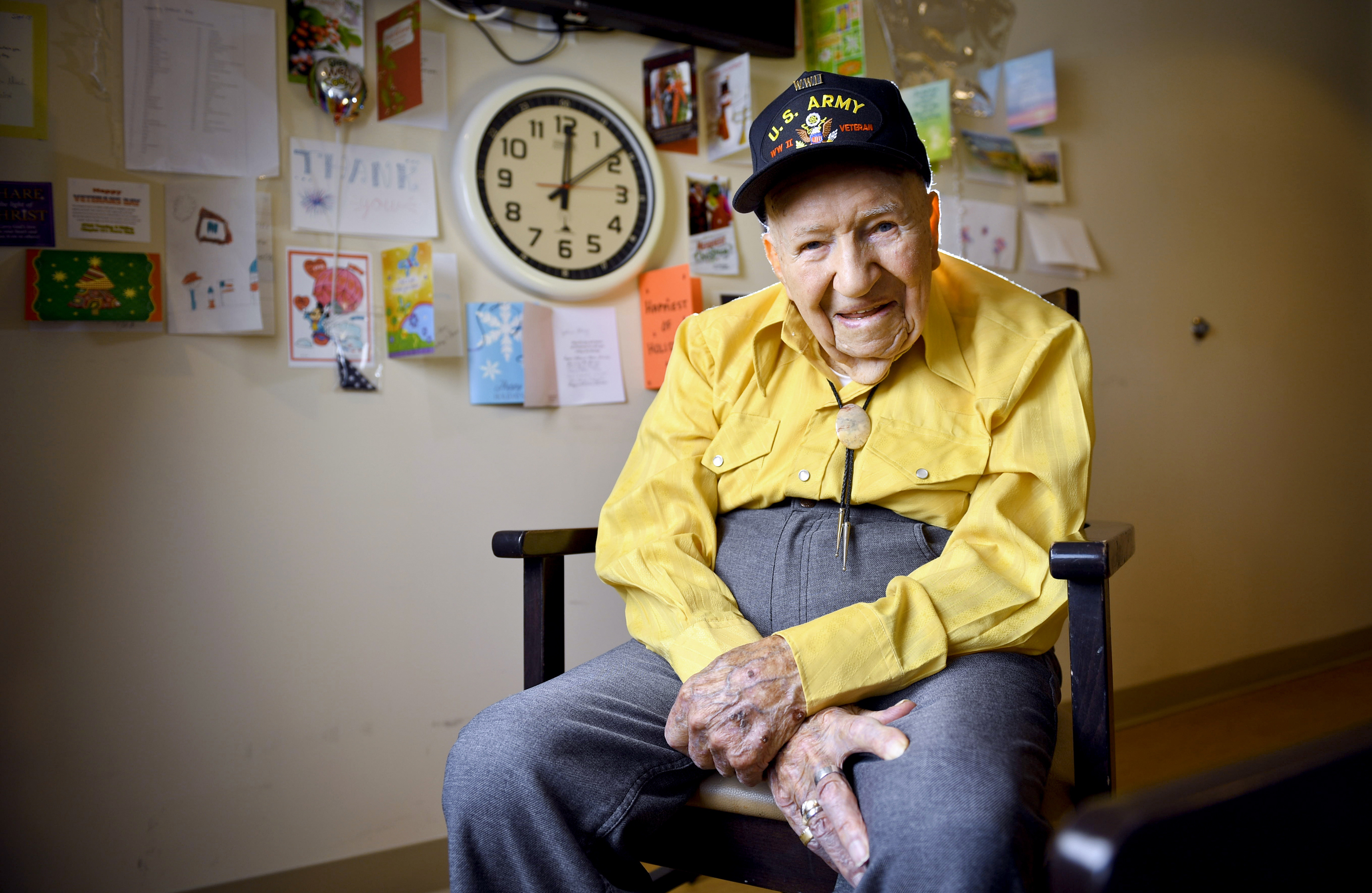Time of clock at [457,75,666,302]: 12:08
